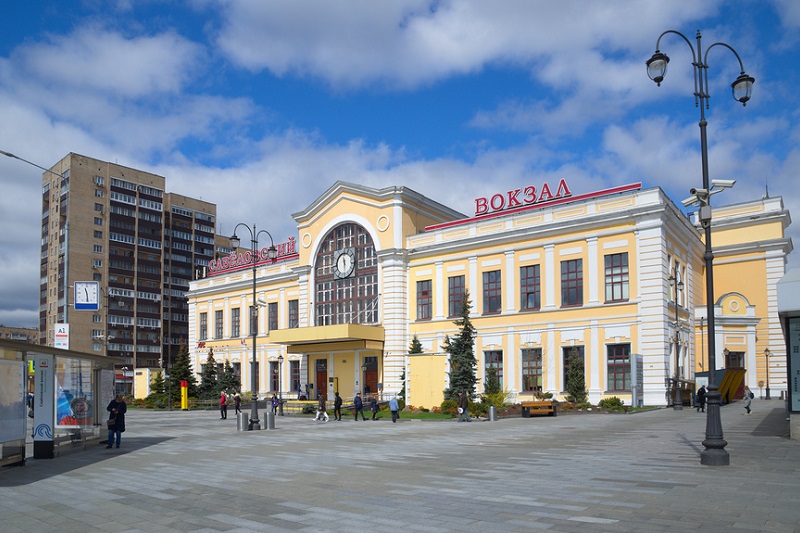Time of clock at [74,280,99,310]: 11:28
